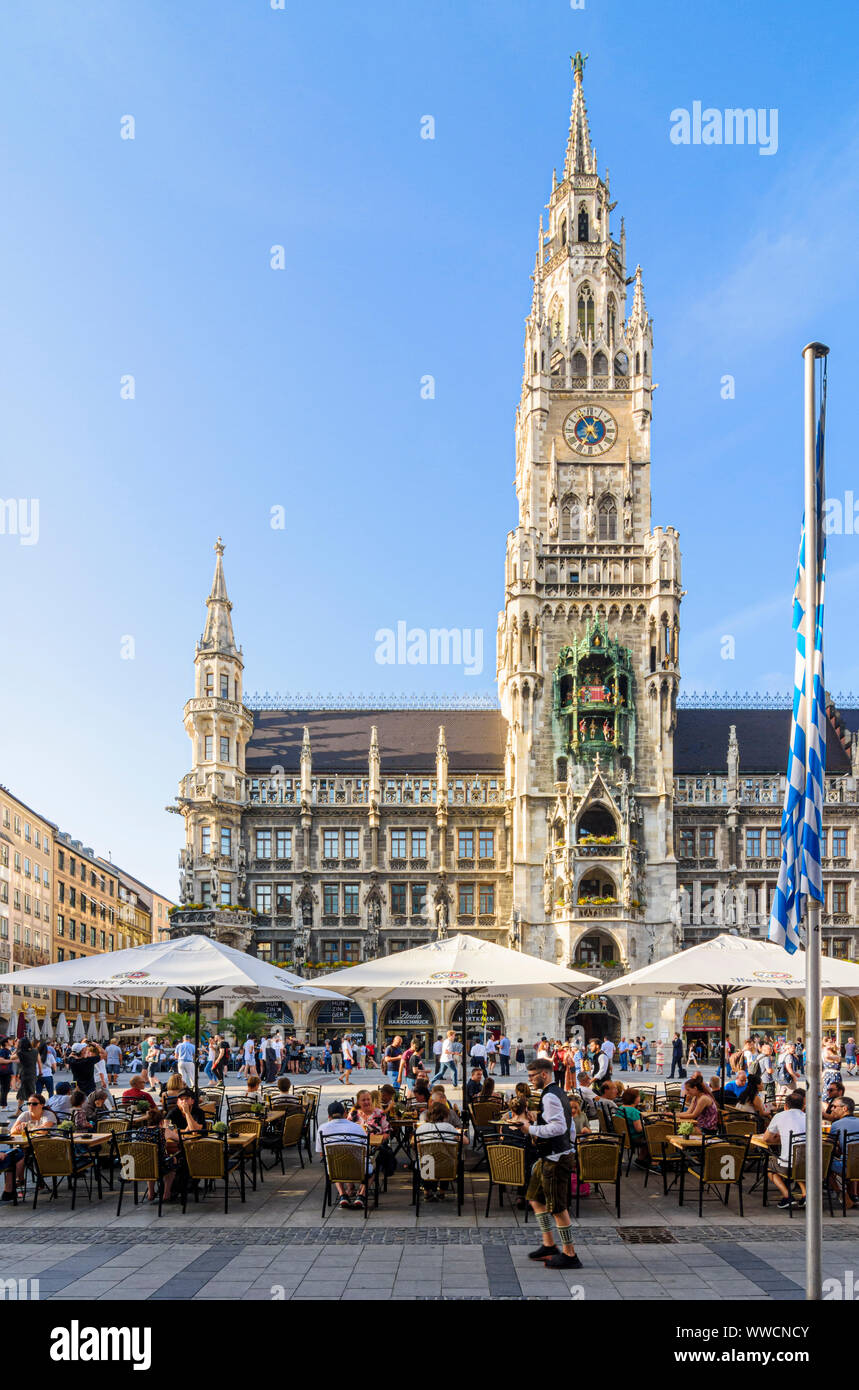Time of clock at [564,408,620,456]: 6:55
